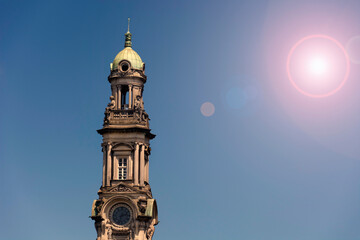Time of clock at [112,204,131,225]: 2:32
